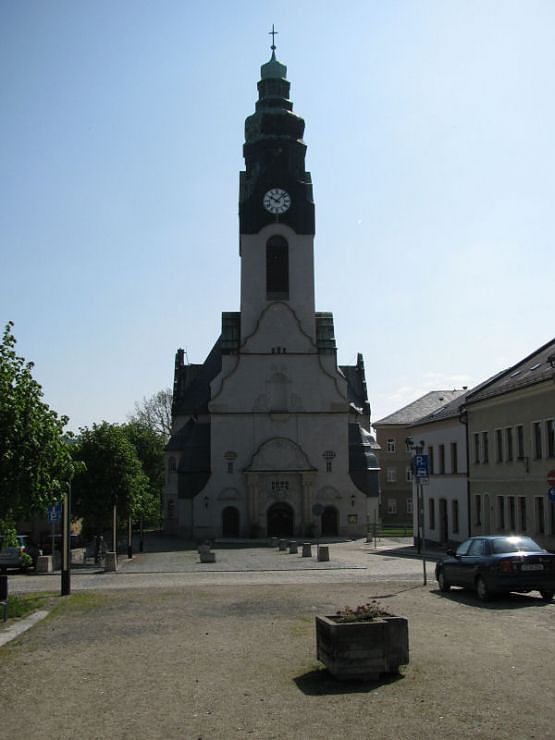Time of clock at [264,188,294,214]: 10:07
